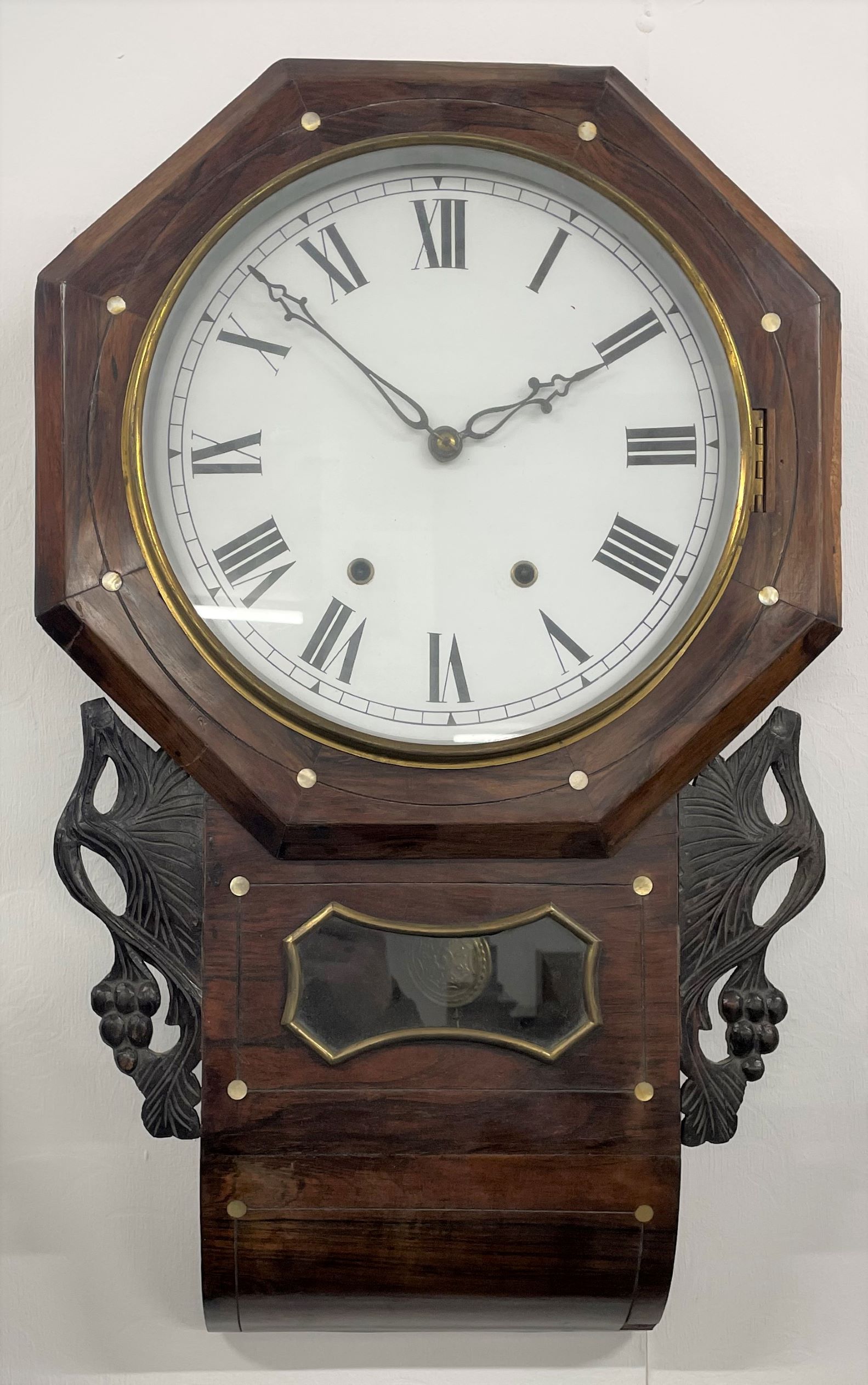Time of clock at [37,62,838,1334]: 1:52
